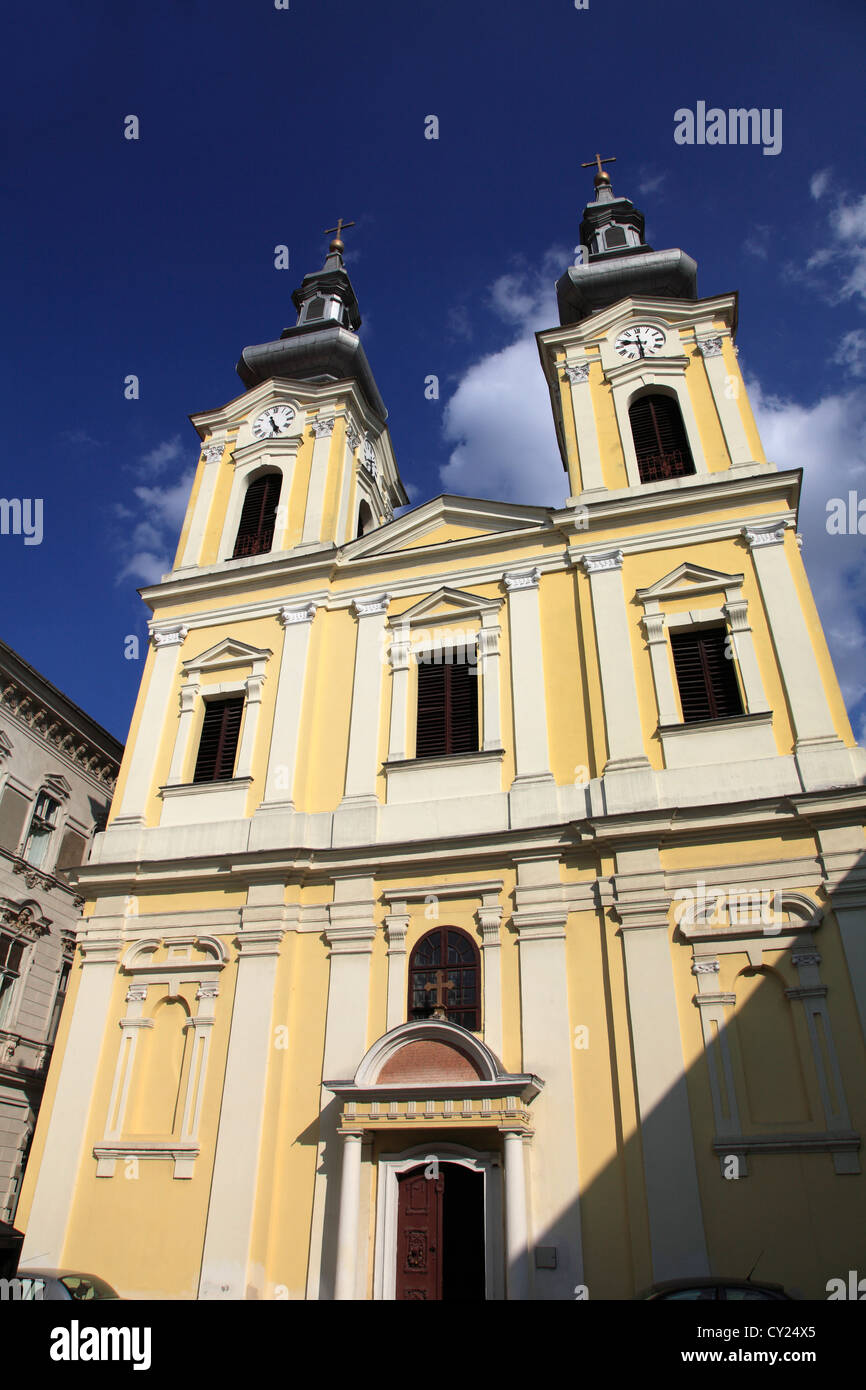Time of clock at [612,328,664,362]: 9:29
